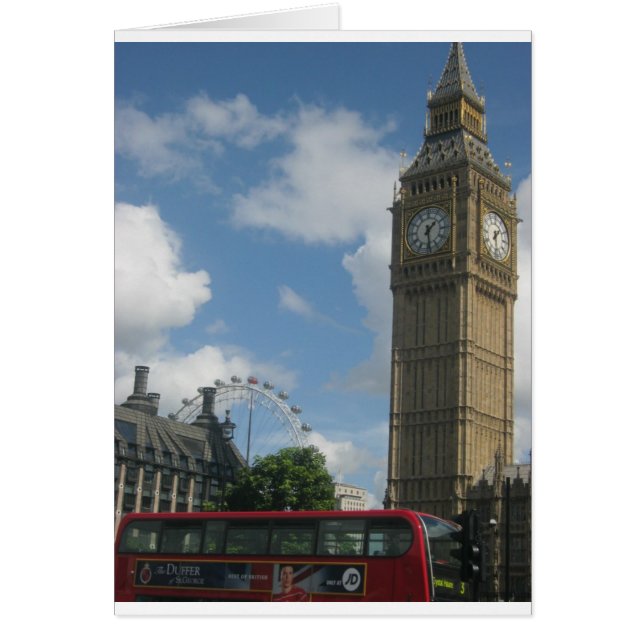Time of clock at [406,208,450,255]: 1:28
